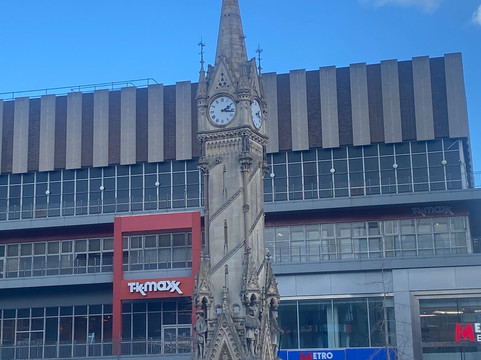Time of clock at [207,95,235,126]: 2:16
